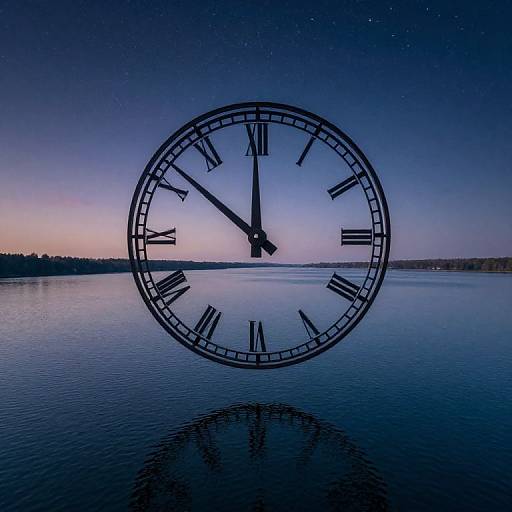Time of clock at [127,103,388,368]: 11:51
